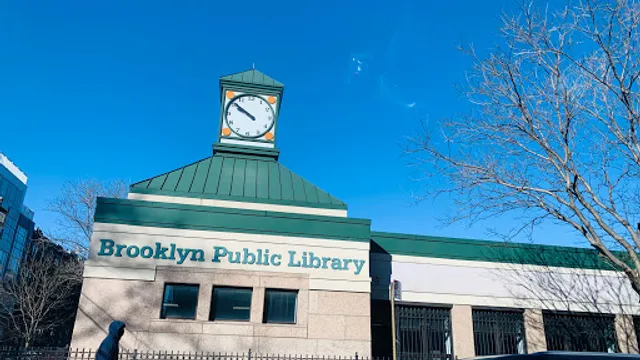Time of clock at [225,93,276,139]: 9:51
